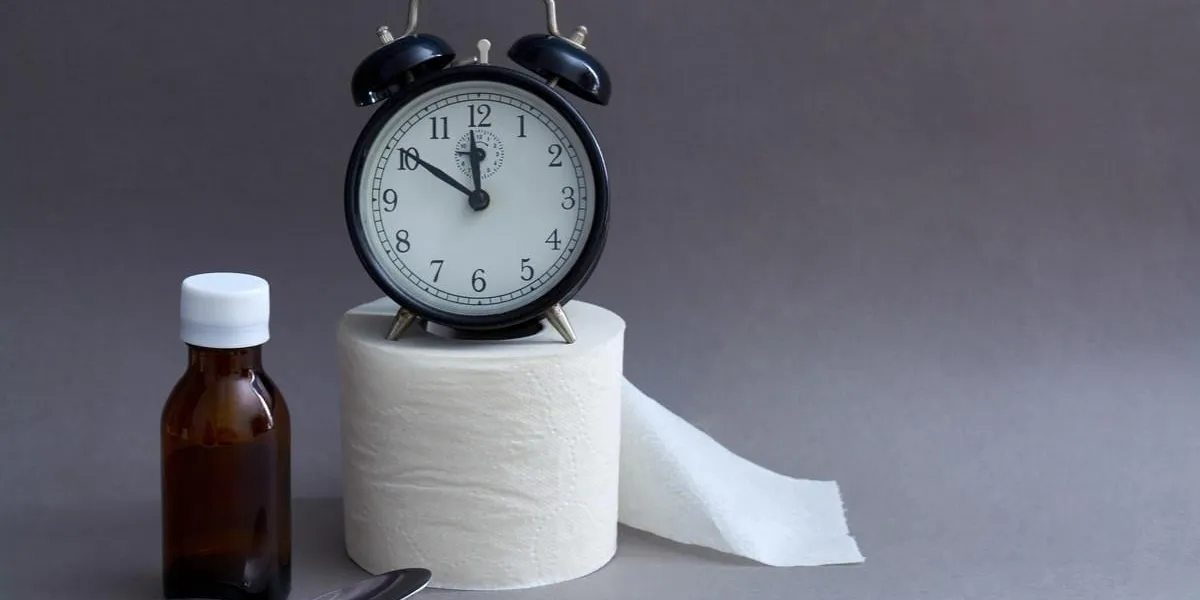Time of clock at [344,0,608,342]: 11:50
